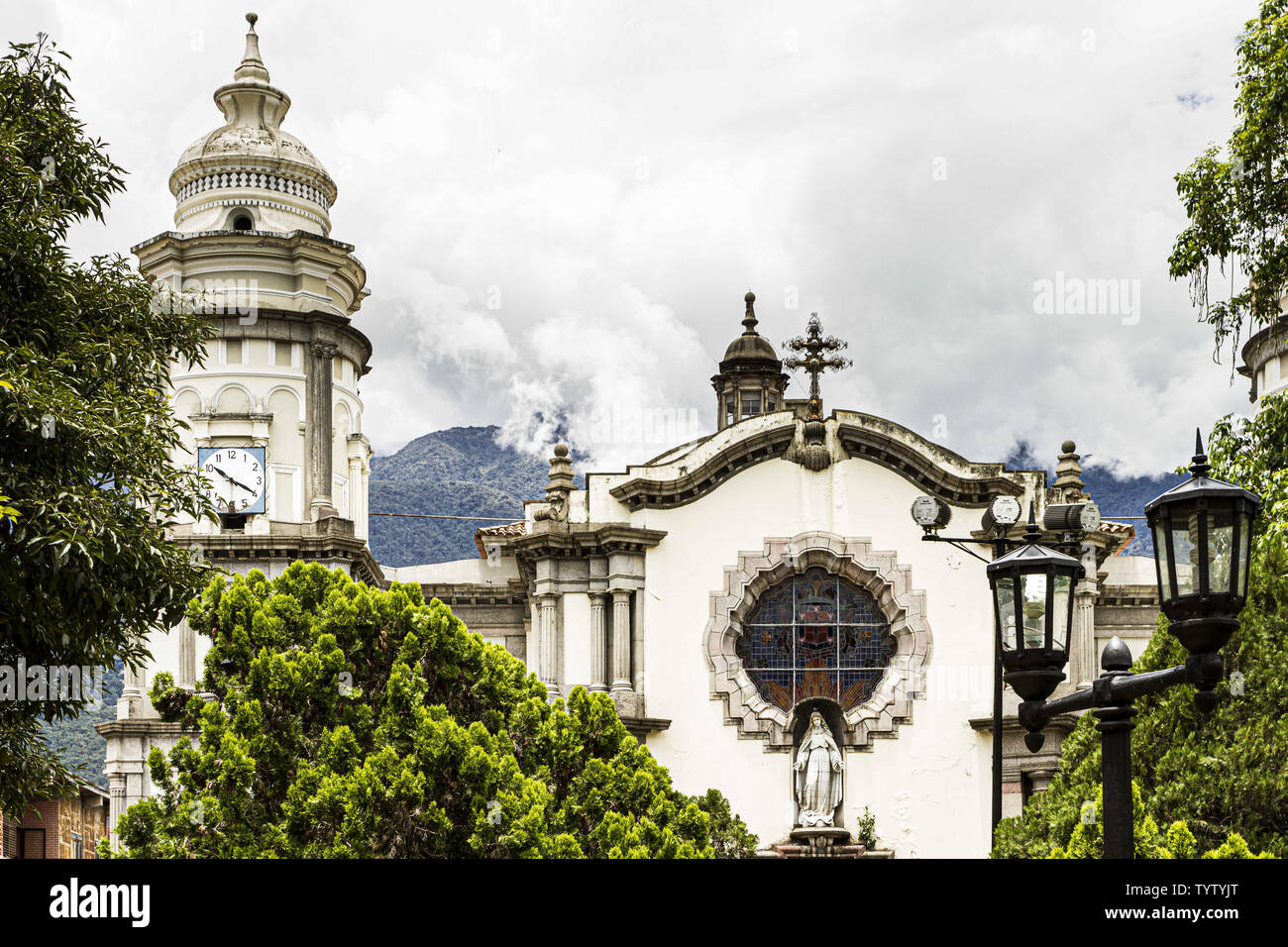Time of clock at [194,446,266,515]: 10:19
